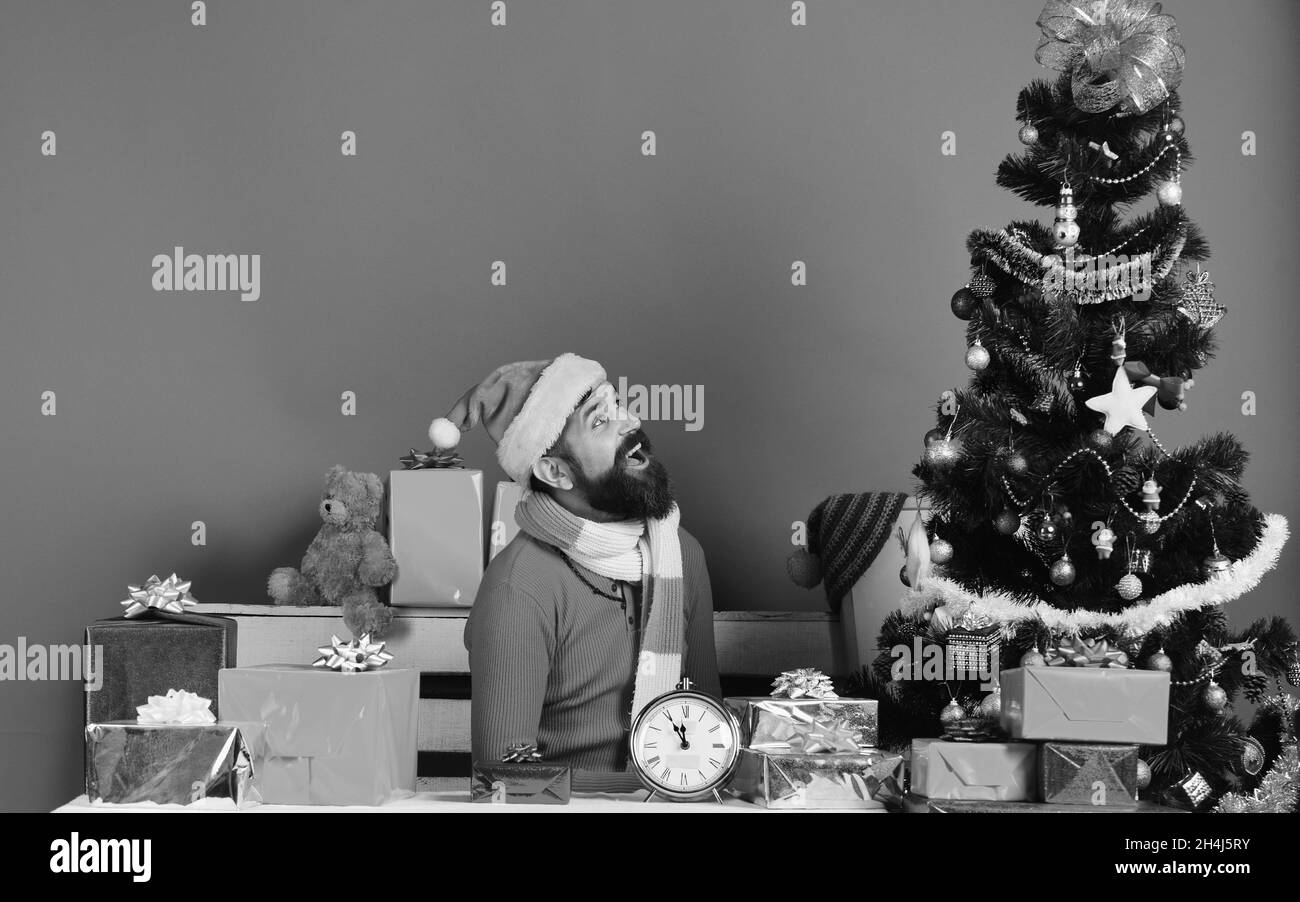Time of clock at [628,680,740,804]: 11:55
